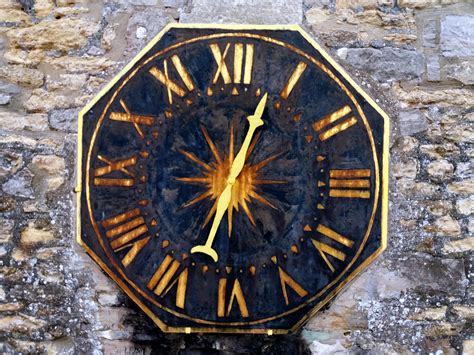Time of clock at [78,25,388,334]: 12:33
